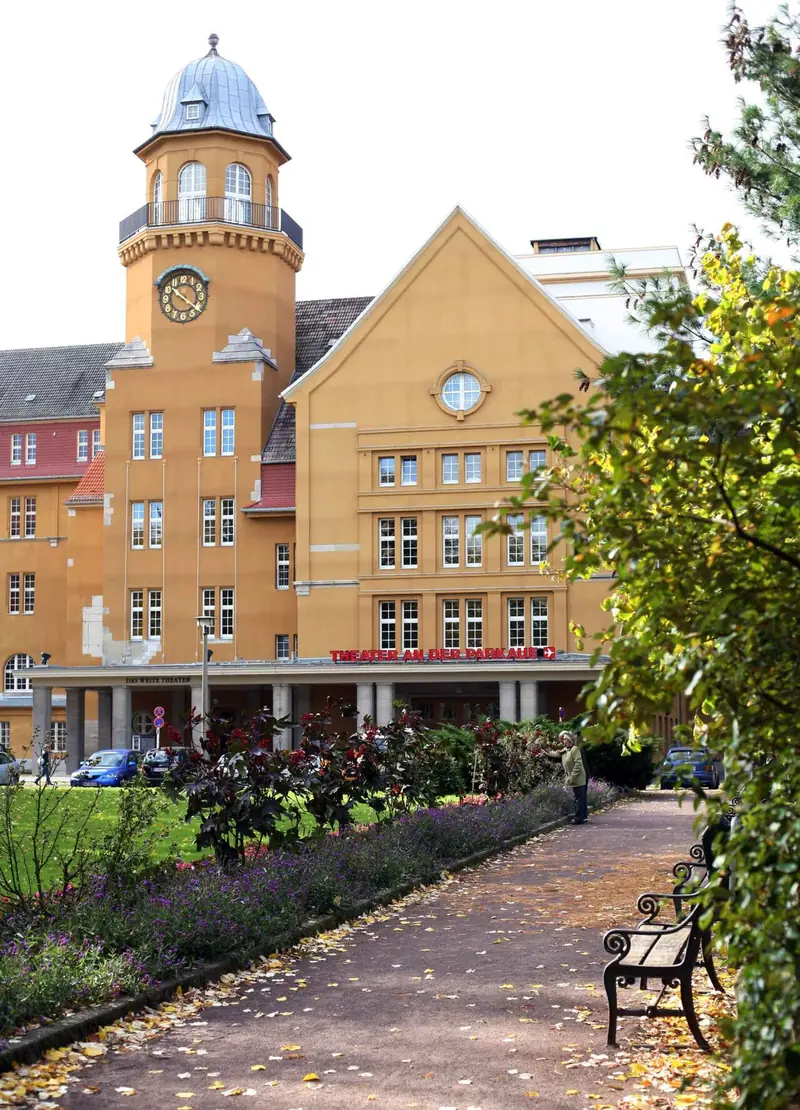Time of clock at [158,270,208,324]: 10:21
